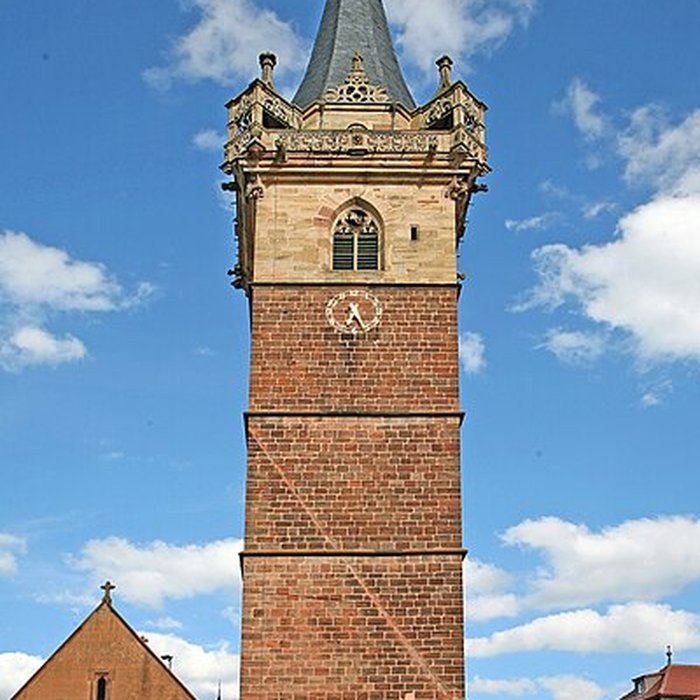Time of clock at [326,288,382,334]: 6:25
